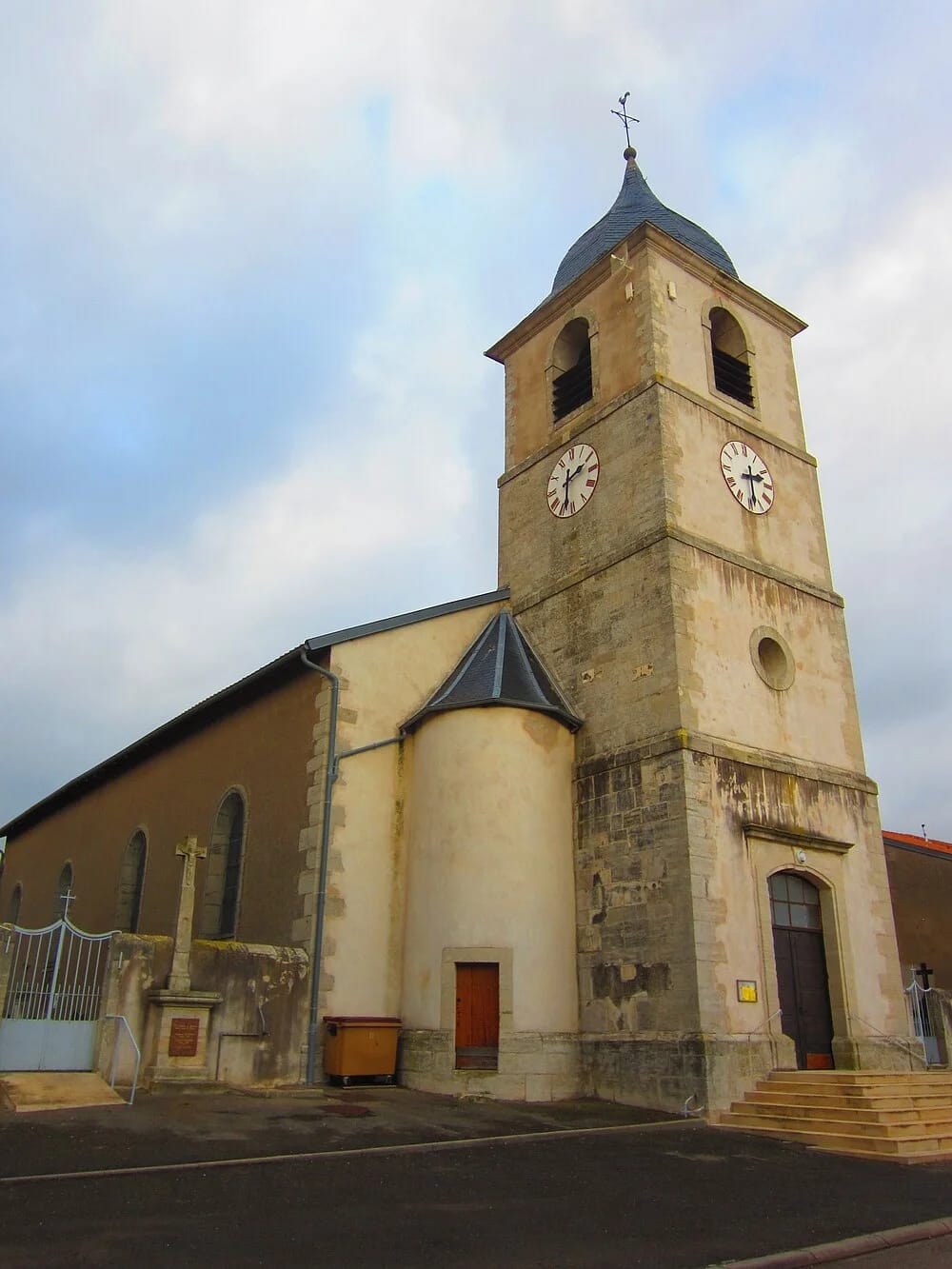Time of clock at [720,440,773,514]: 2:29
